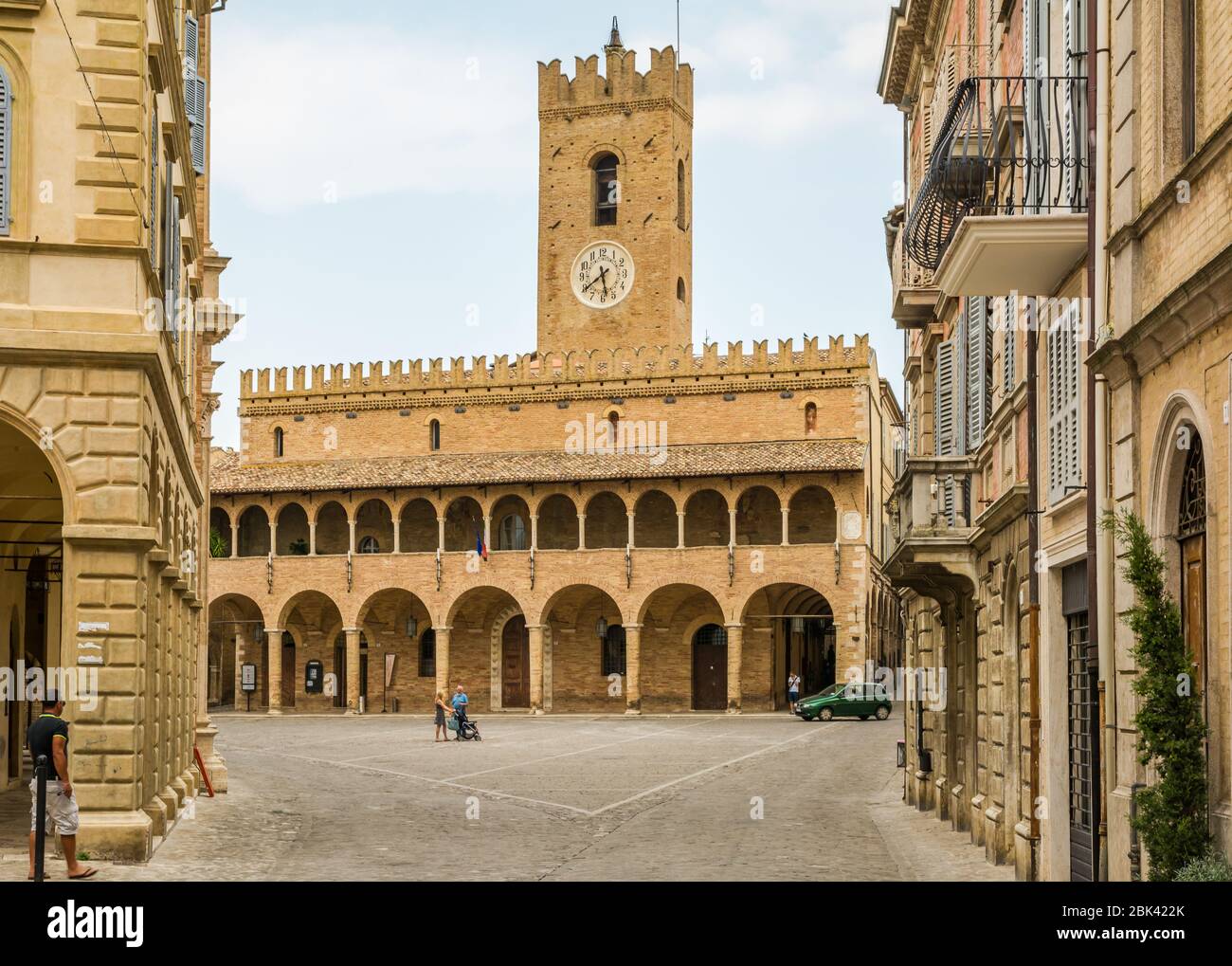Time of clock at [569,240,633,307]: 5:39
